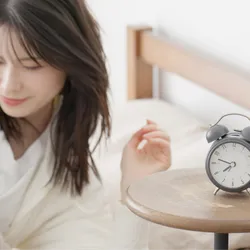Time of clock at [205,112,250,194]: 7:47
